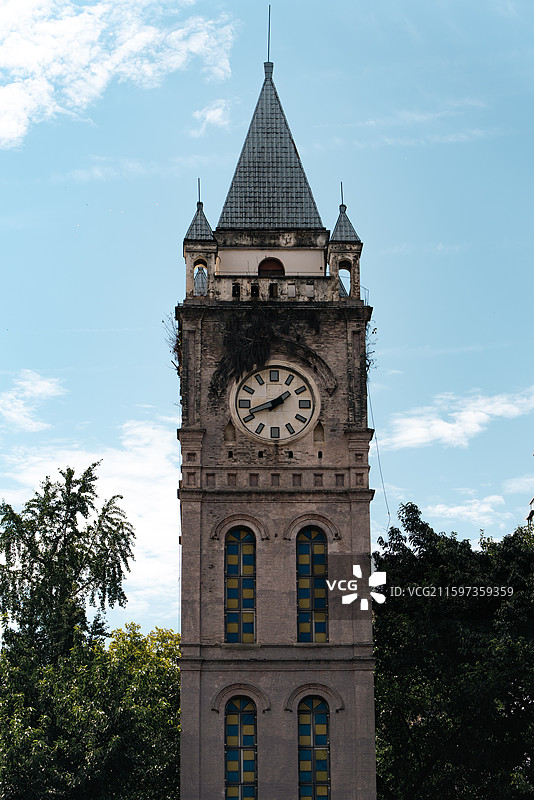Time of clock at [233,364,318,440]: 1:41
